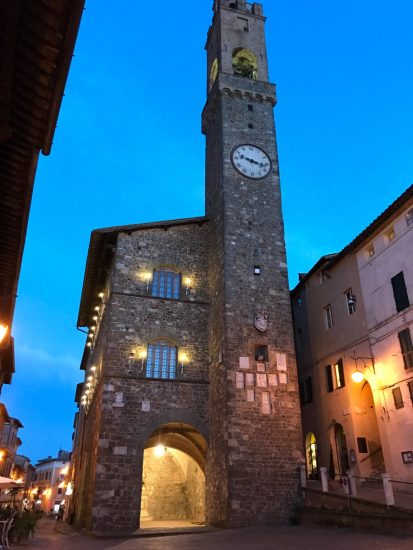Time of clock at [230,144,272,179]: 3:17
